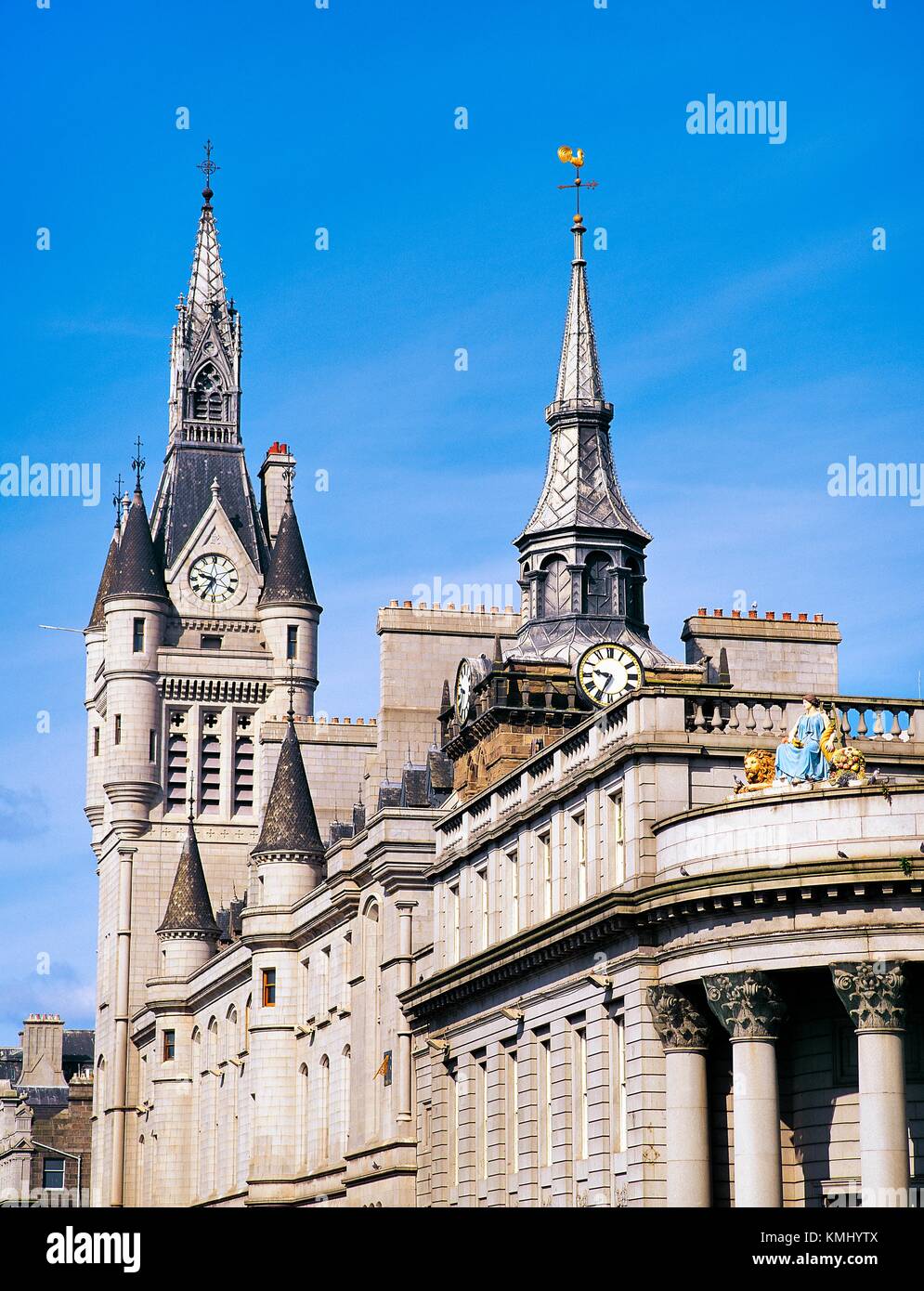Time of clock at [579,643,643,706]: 9:34
